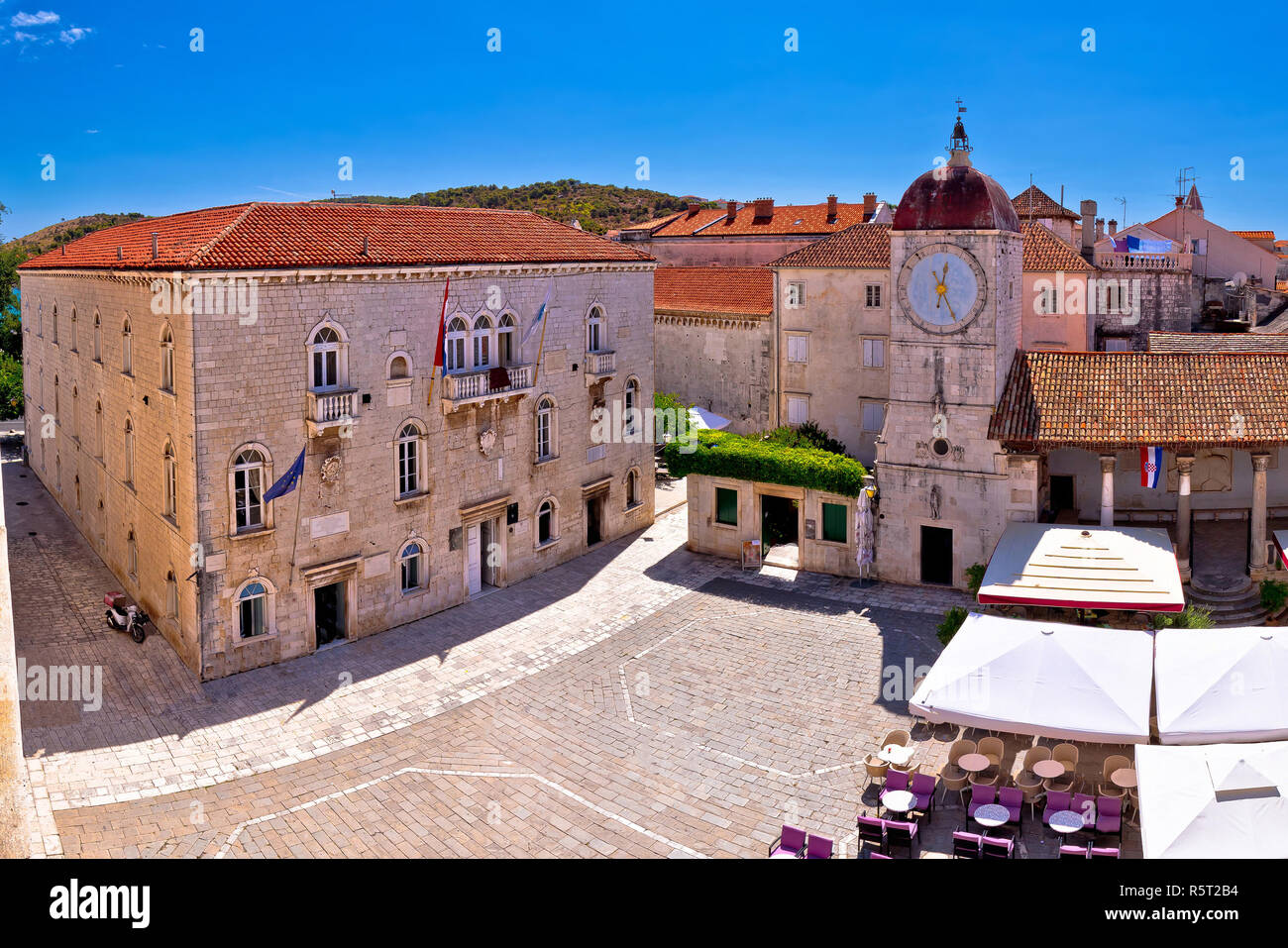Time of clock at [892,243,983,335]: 12:25
